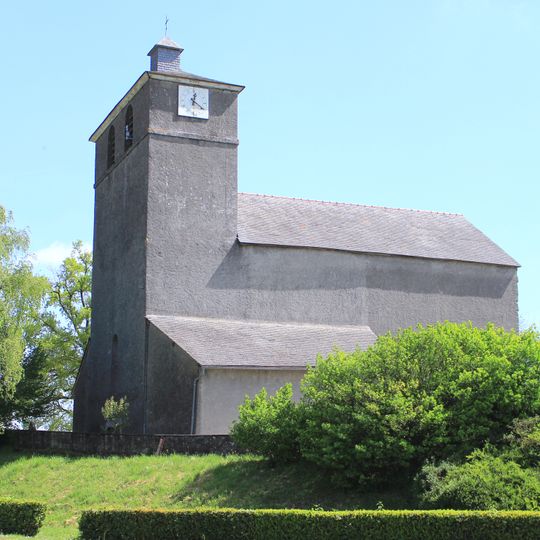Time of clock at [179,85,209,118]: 12:20
